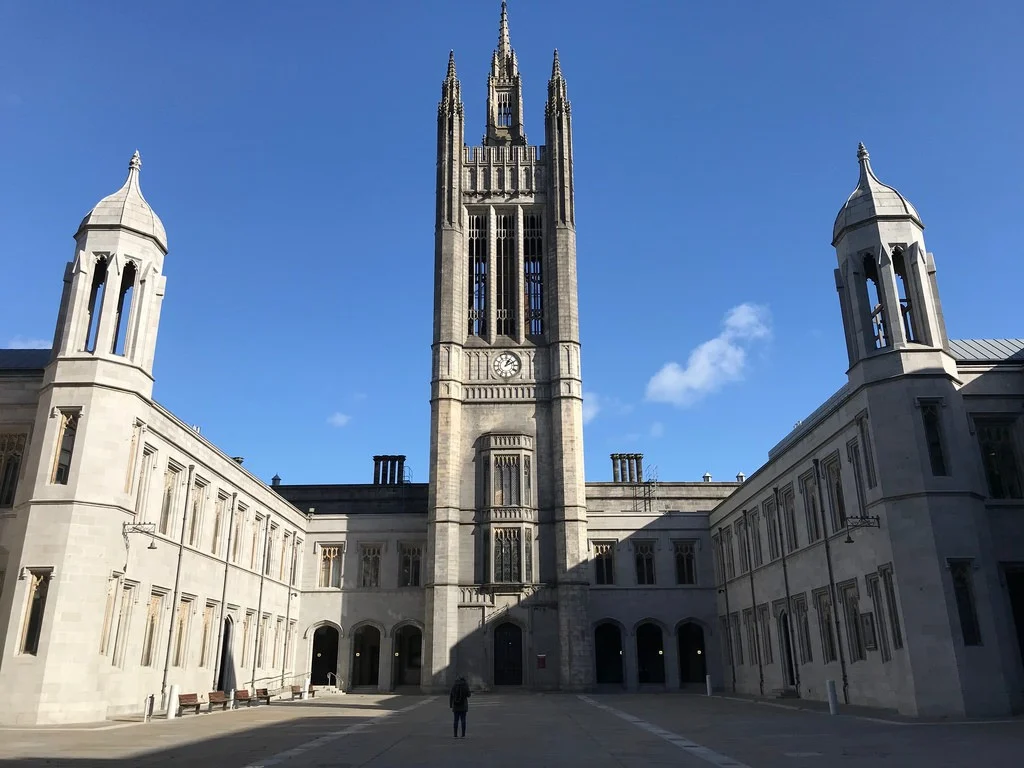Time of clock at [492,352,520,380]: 1:10
